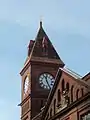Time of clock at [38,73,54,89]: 11:25
